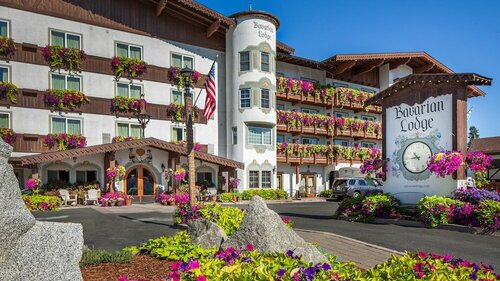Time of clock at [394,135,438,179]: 10:44
